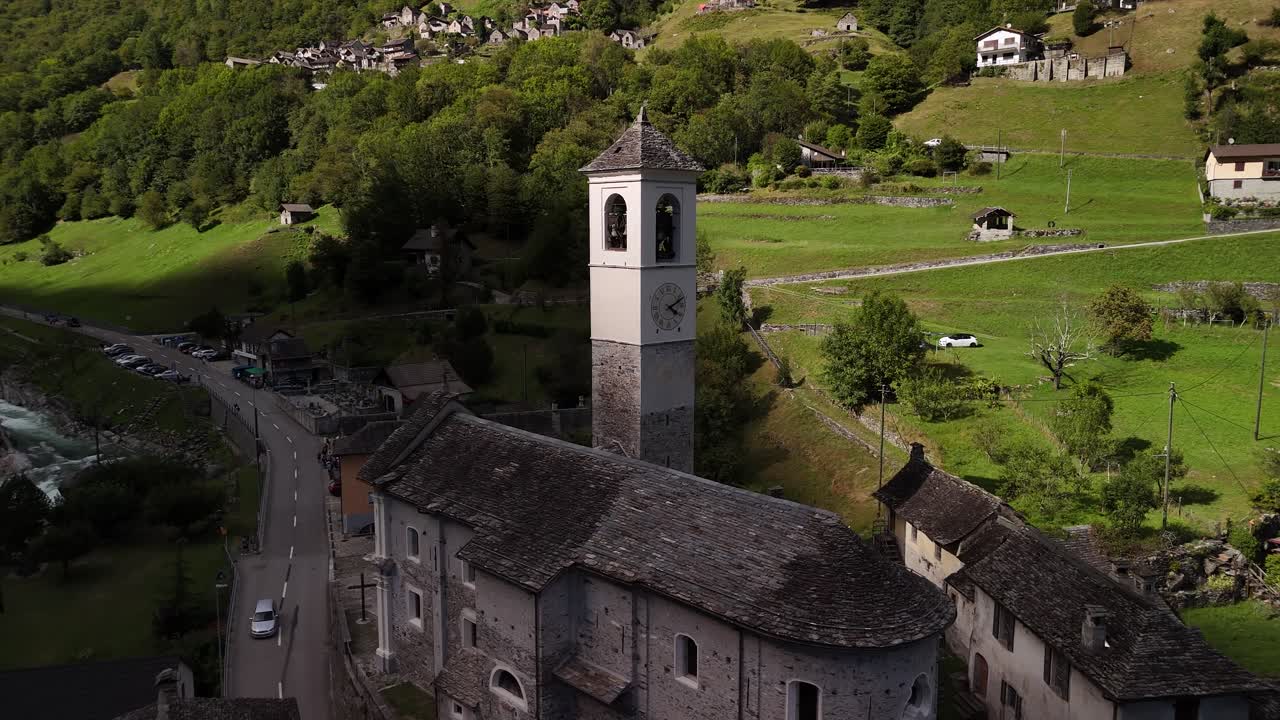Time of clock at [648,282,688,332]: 4:10
